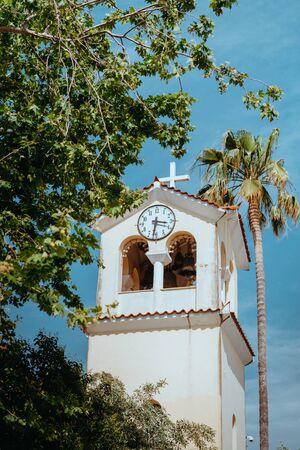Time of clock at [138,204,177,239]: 3:31
